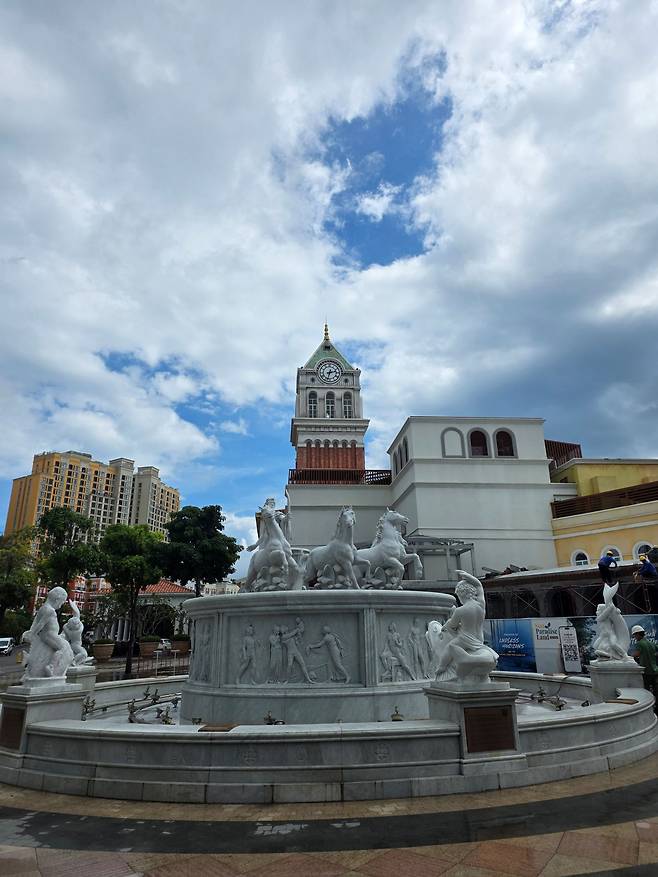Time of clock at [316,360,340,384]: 2:32
